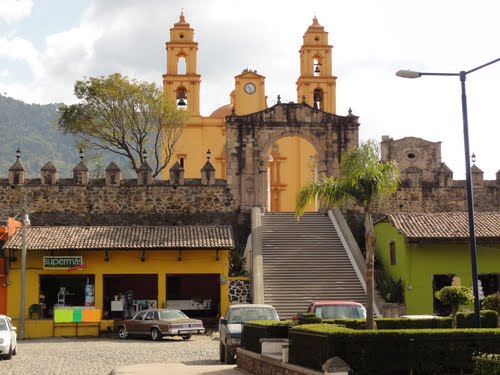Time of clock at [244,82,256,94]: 10:28
